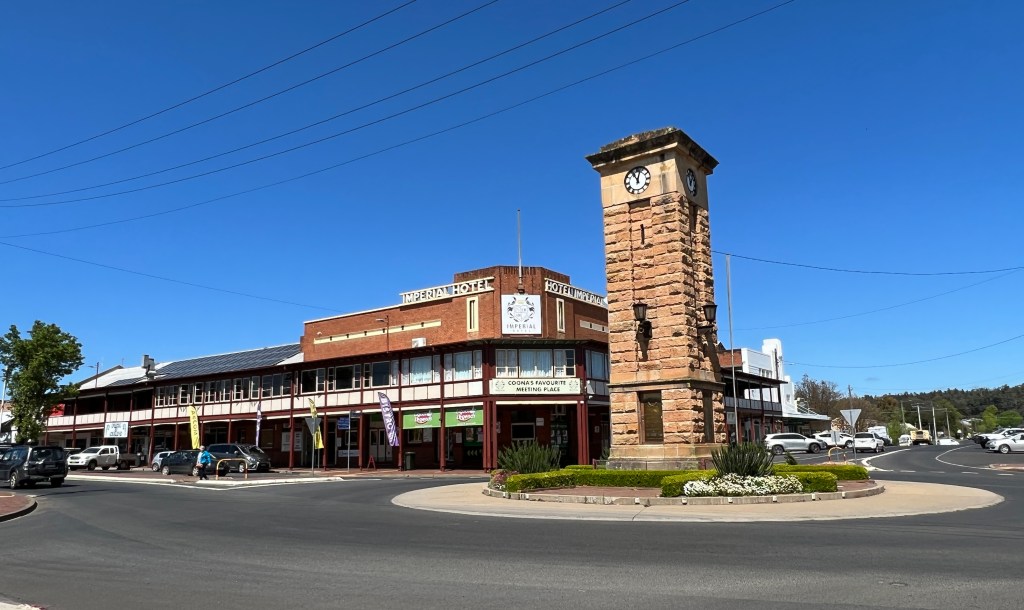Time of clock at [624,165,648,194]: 11:02
